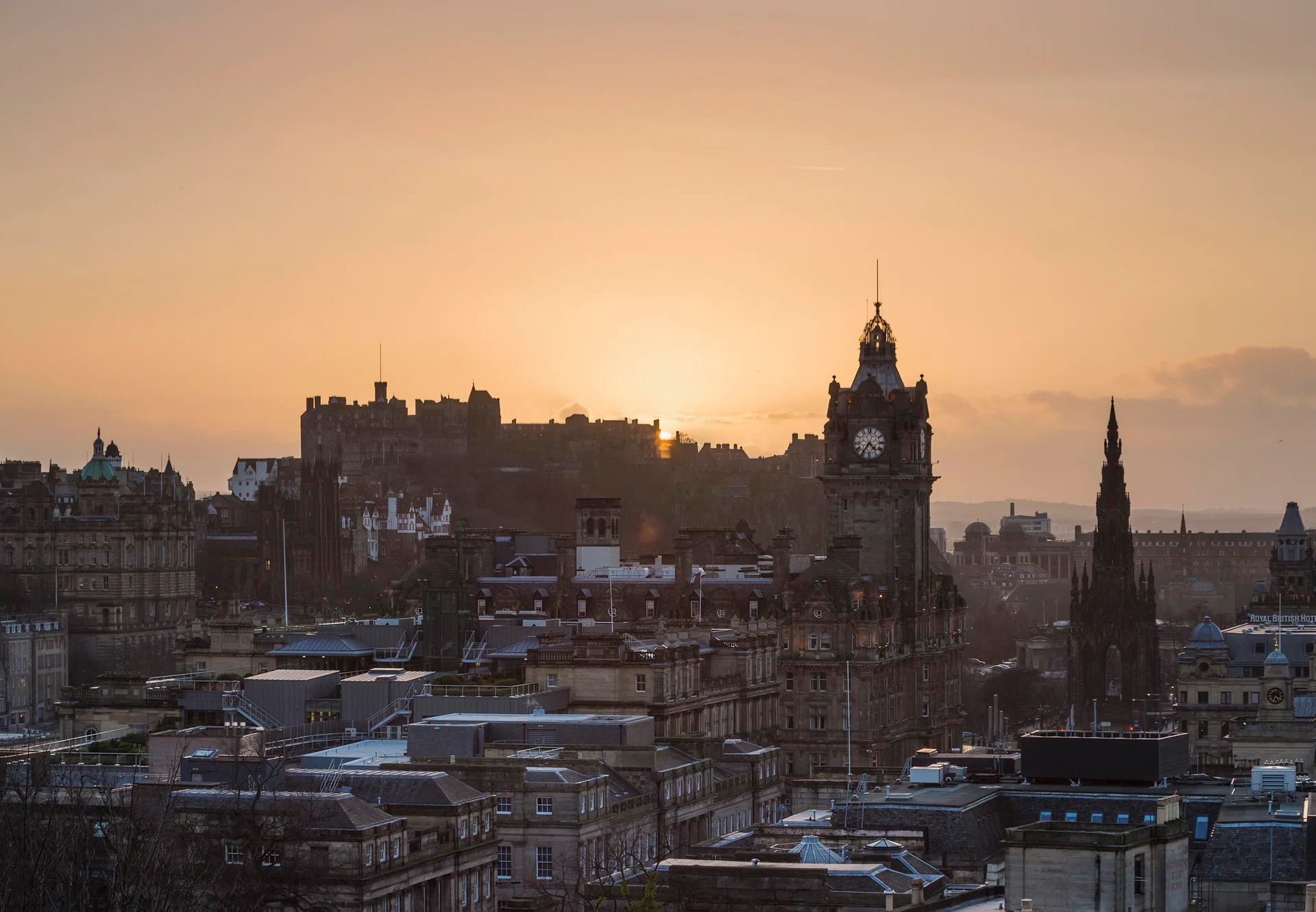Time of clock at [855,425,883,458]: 4:35
